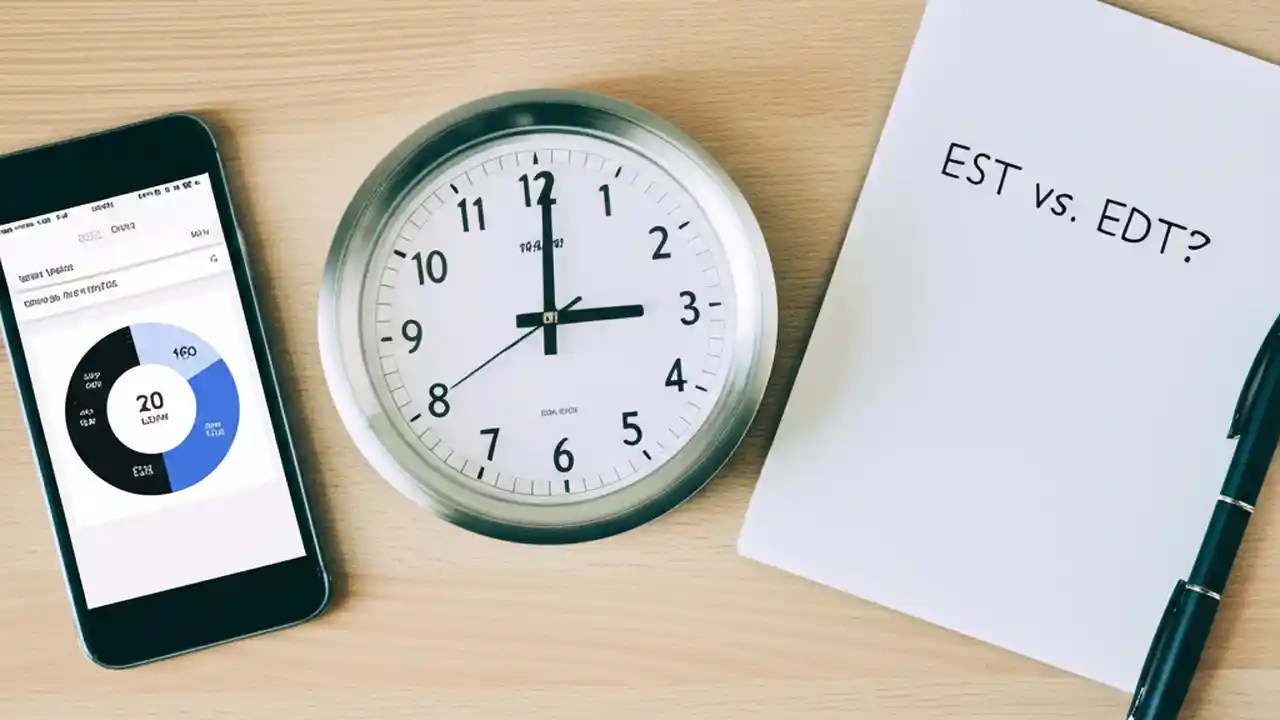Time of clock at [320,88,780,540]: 3:00
